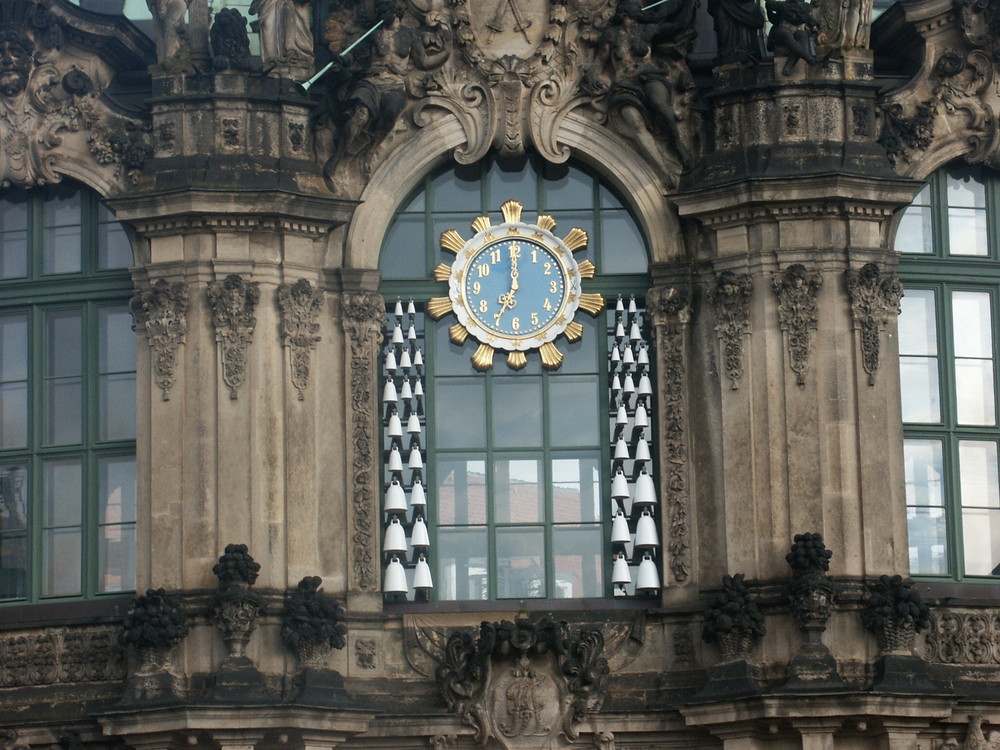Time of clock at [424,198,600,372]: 7:00
